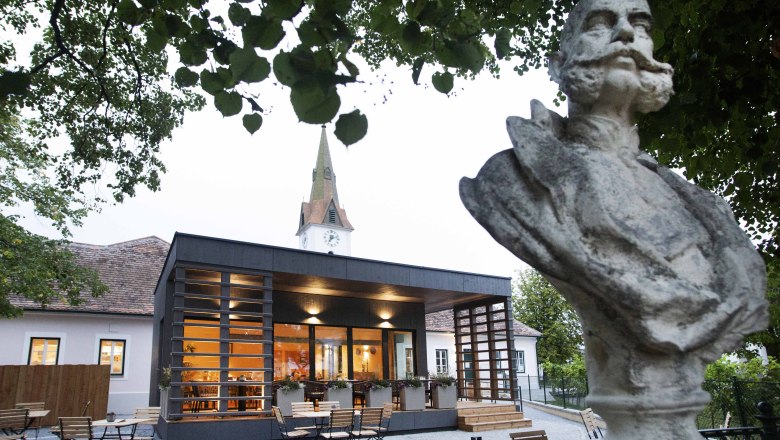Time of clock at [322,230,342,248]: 7:12
